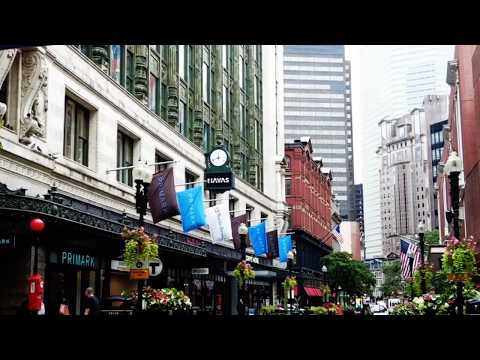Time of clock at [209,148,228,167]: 11:41
